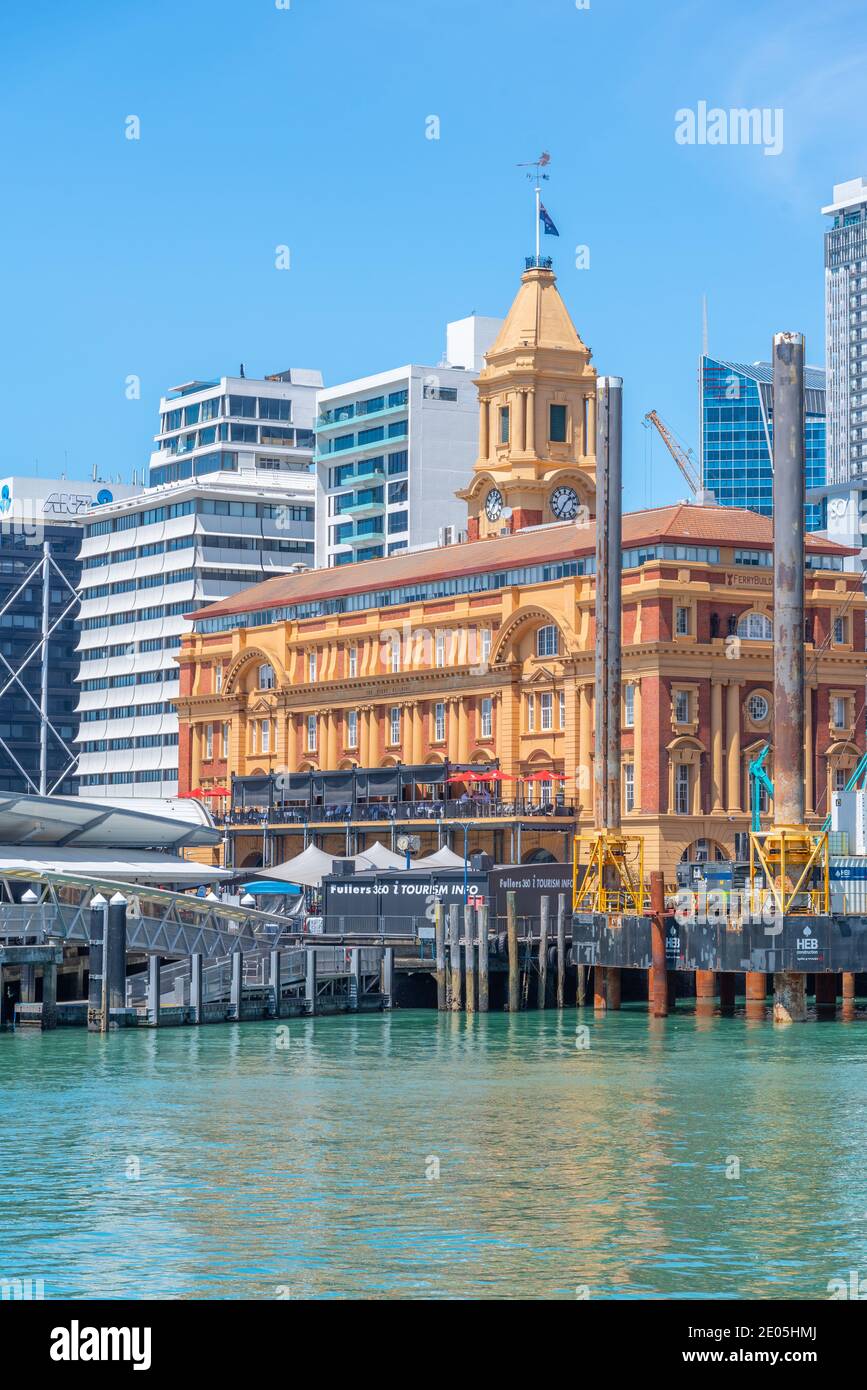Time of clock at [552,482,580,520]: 1:35
